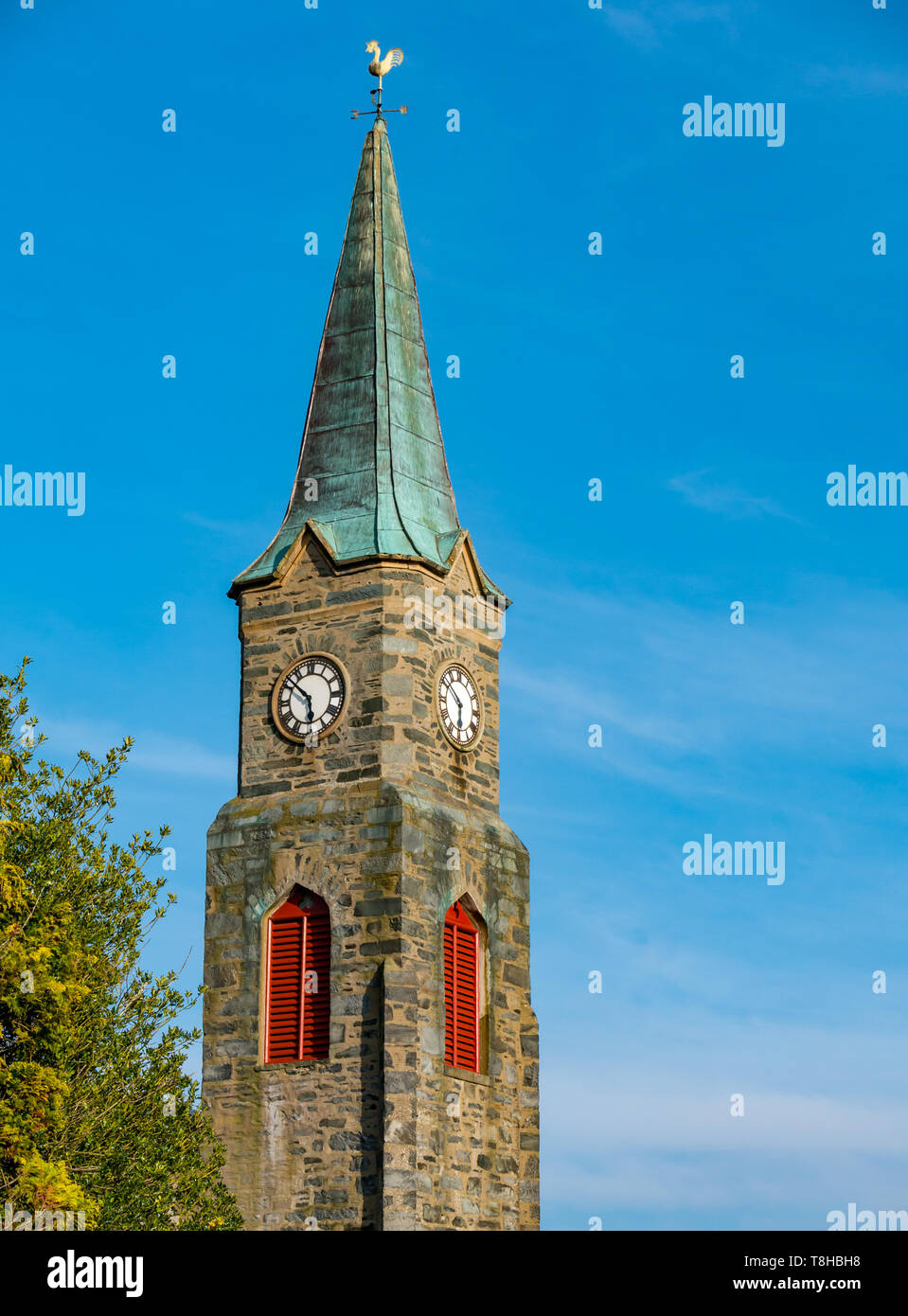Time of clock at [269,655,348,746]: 5:51
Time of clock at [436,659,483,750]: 5:51
